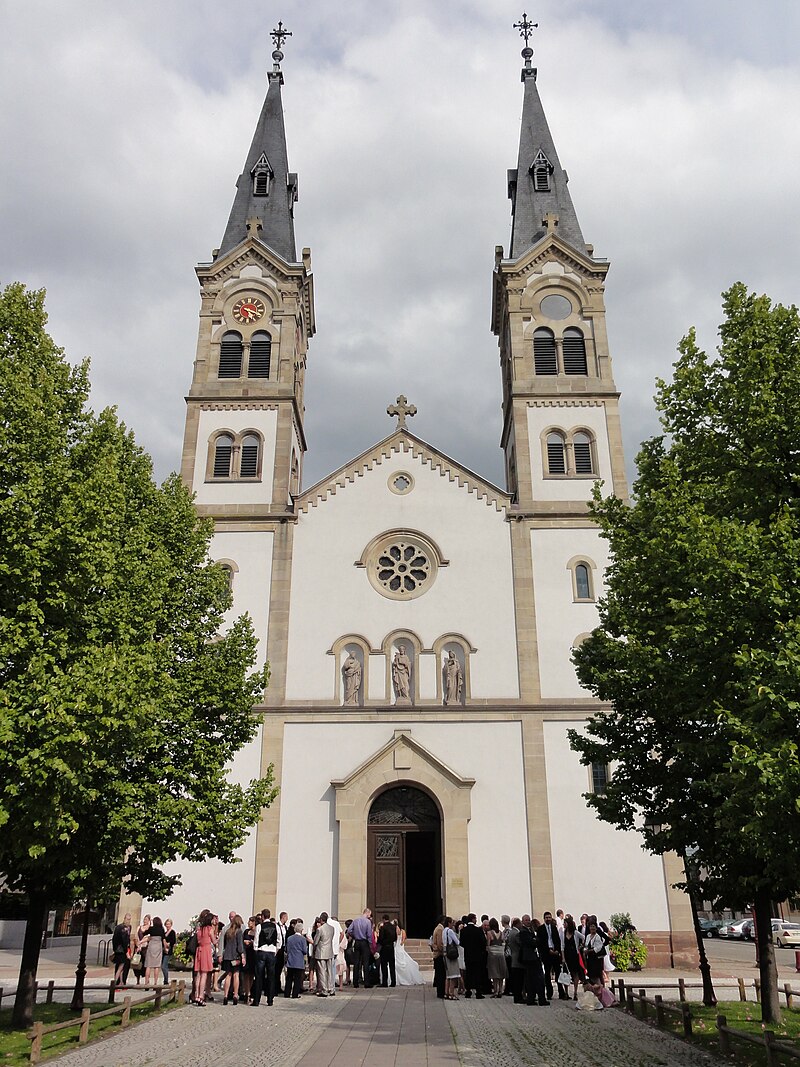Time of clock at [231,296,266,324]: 5:18
